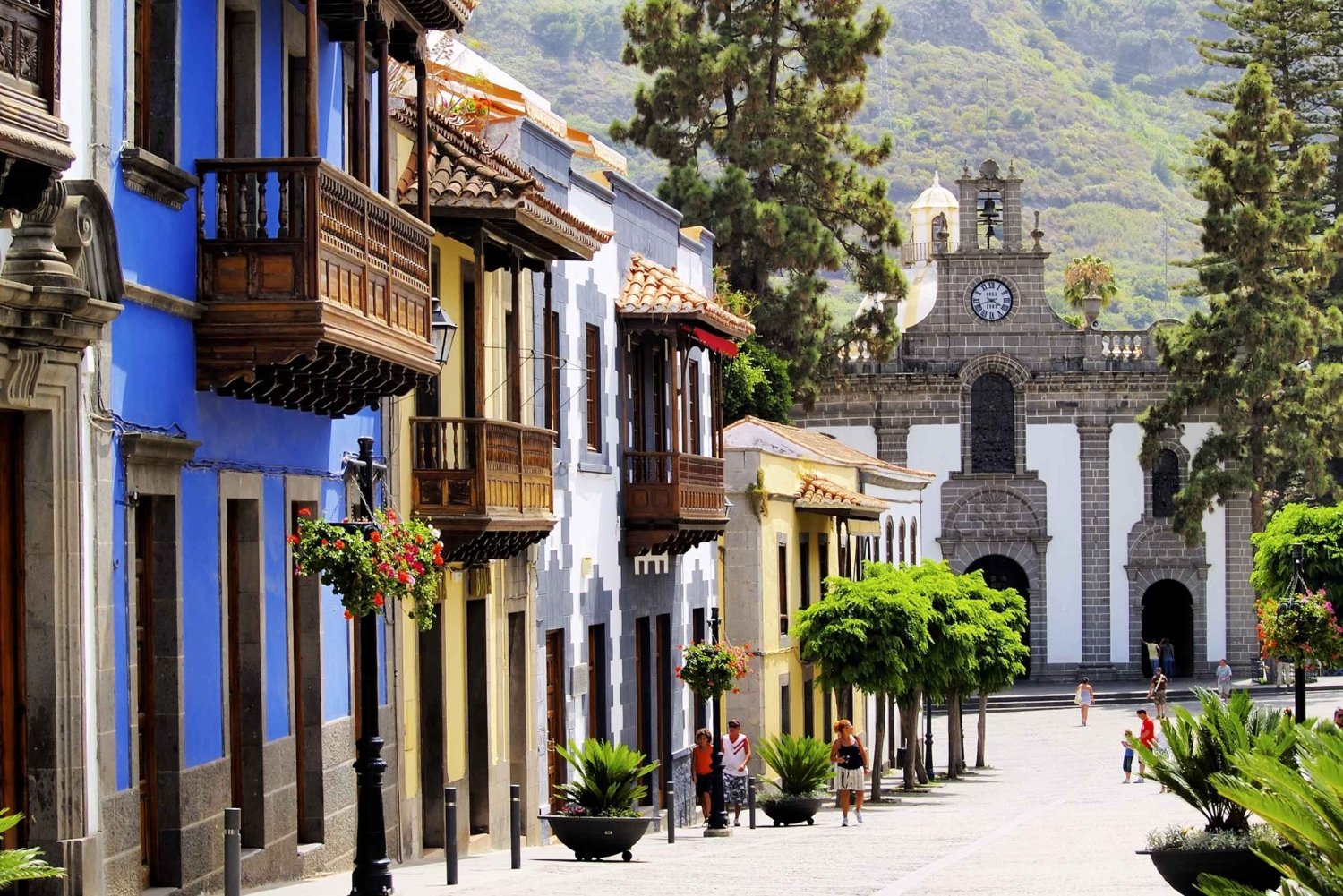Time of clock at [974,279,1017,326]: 3:41
